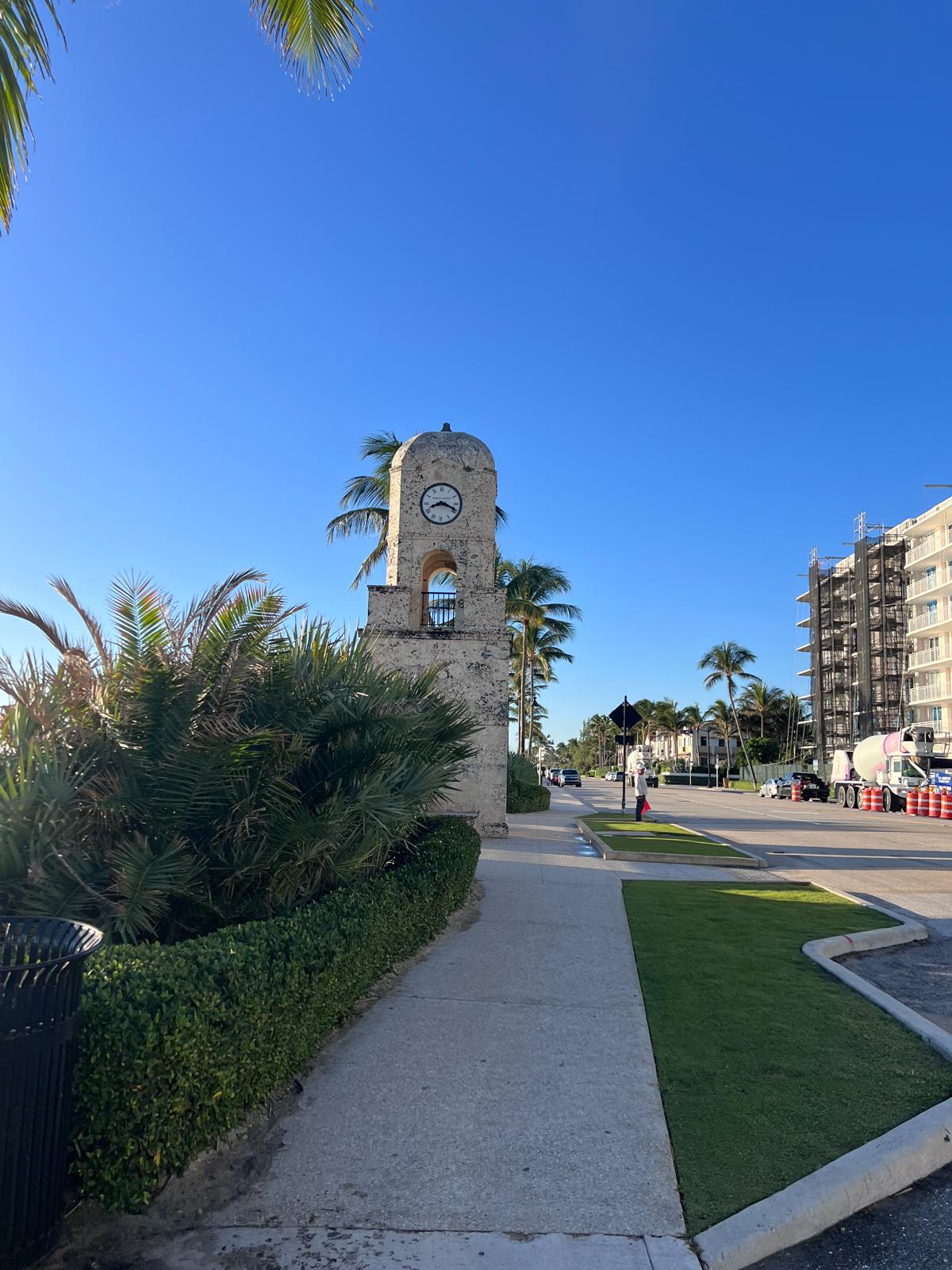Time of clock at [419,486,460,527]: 8:18
